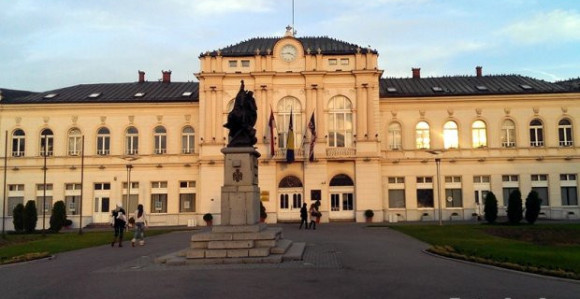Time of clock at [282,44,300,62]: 3:43
